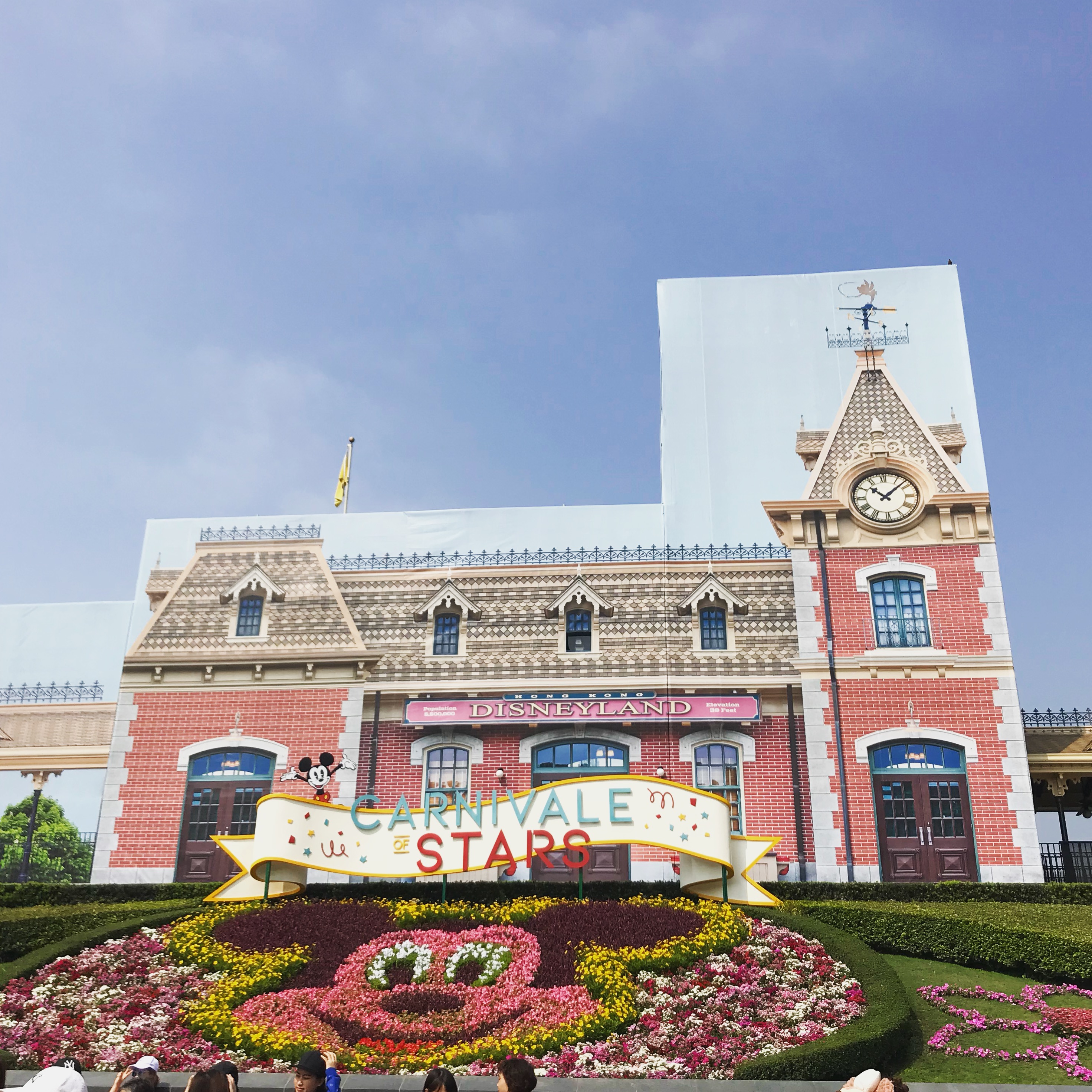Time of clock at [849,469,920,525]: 10:07
